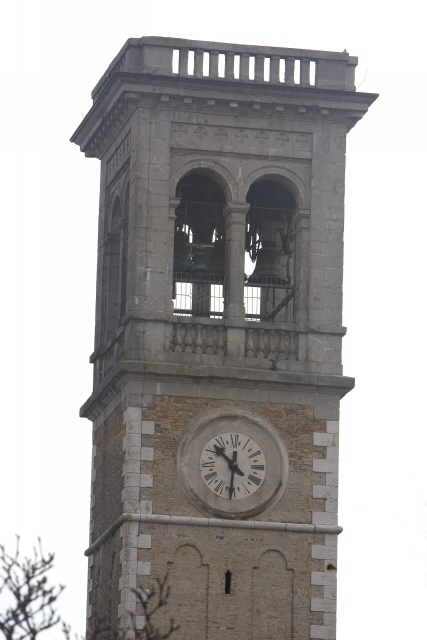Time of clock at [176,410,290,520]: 10:30
